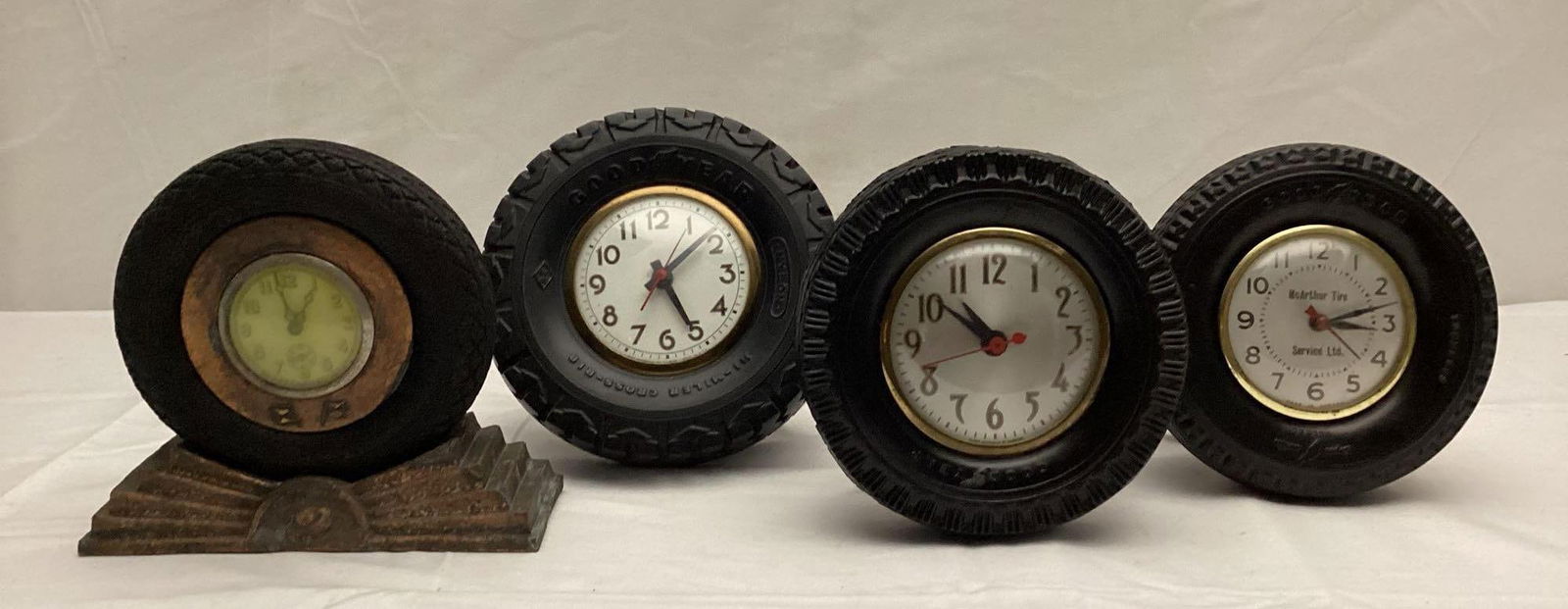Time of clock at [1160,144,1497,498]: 3:12
